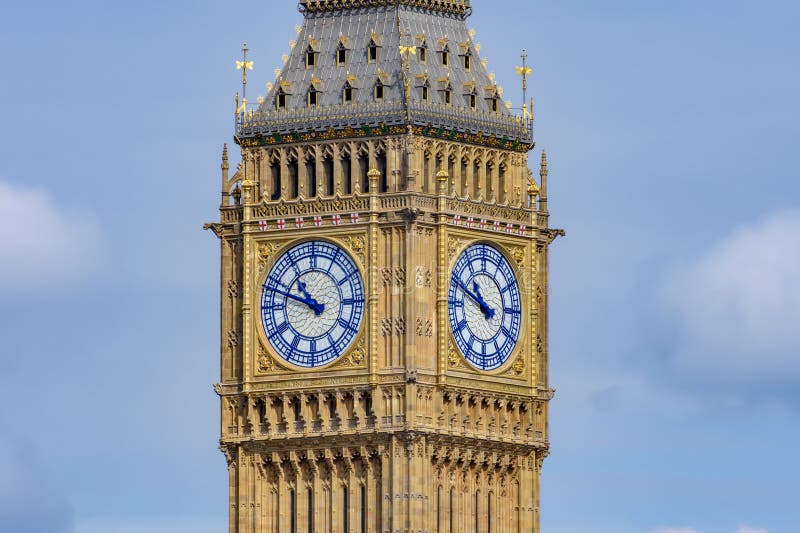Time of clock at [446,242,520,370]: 10:48
